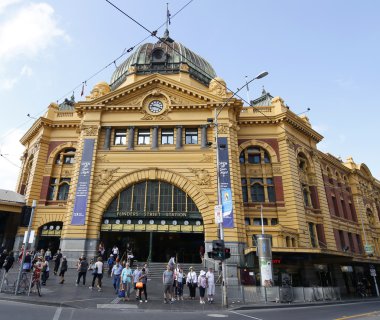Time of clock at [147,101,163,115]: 9:18
